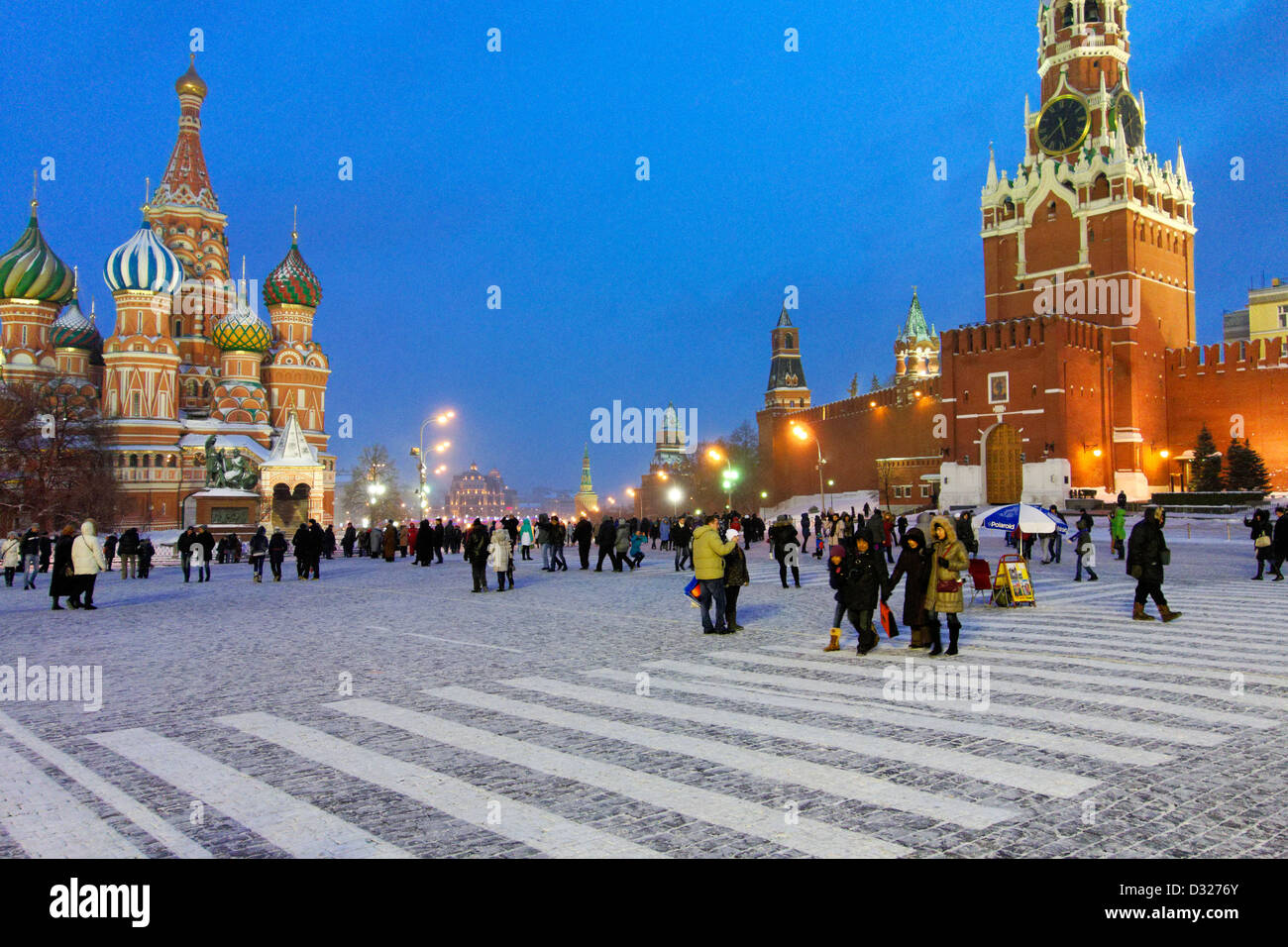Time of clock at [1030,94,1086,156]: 5:38
